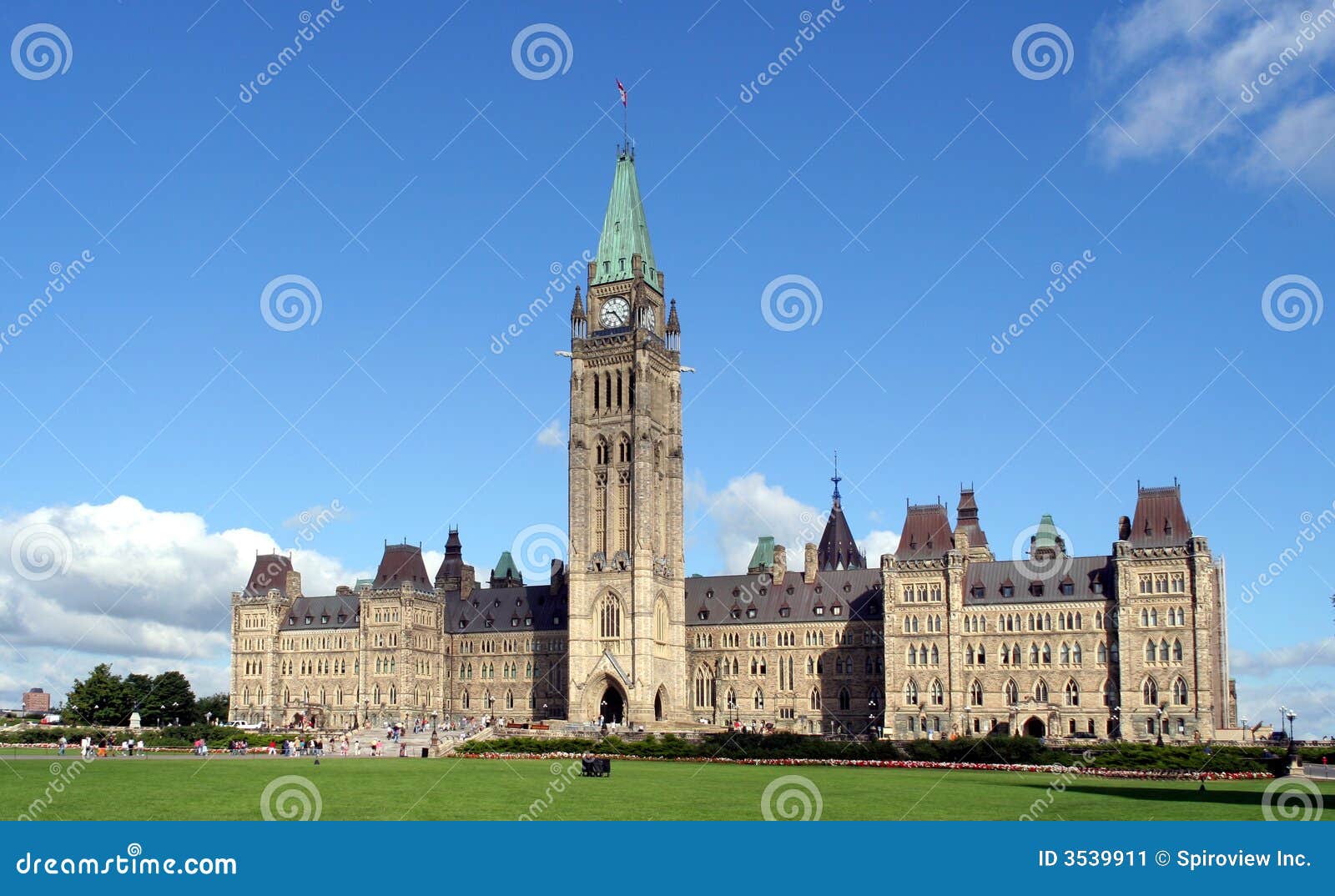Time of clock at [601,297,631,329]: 9:23
